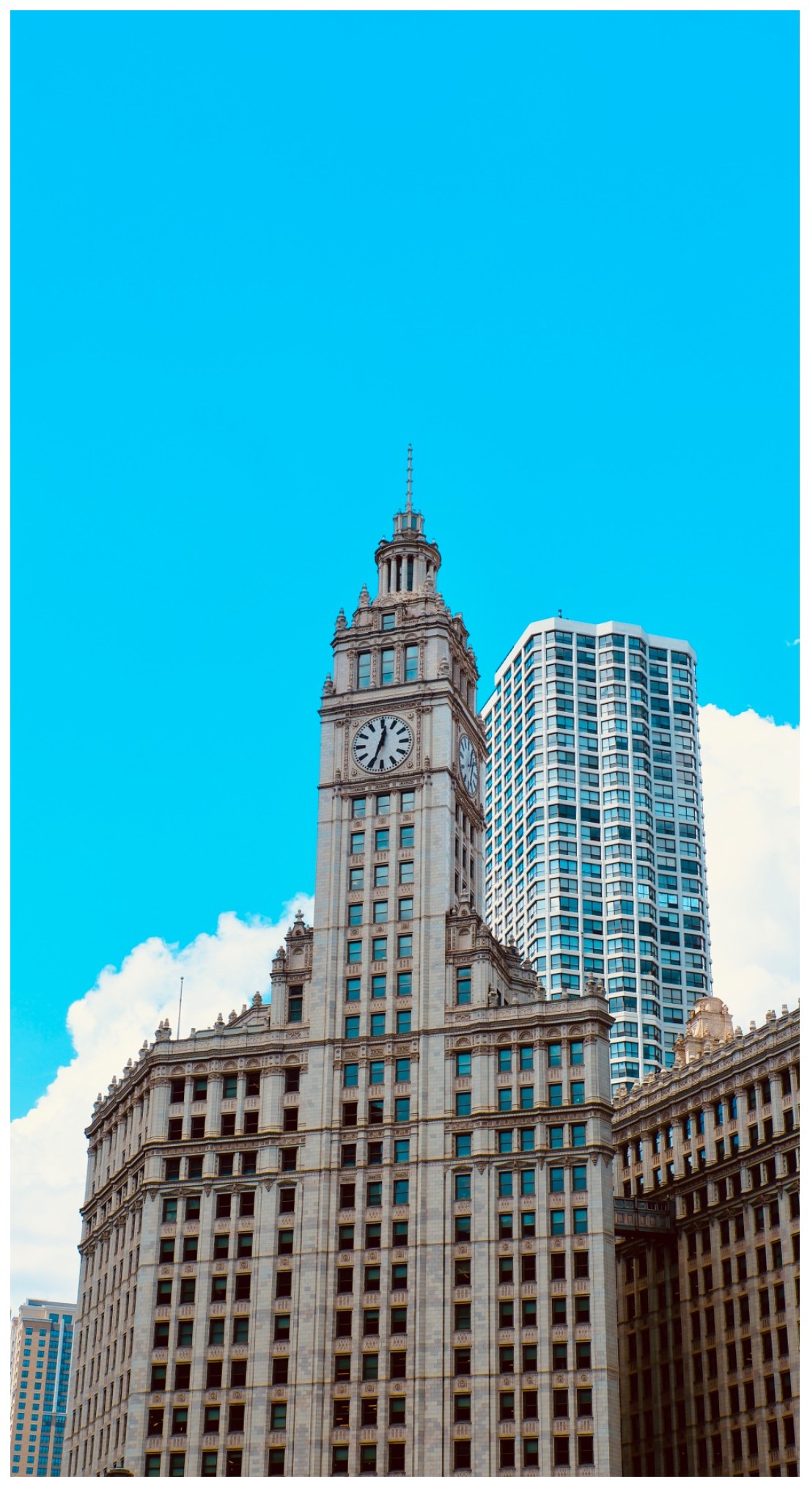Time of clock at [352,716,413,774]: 12:33
